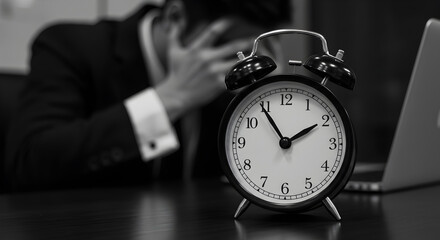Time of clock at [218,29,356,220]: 1:54
